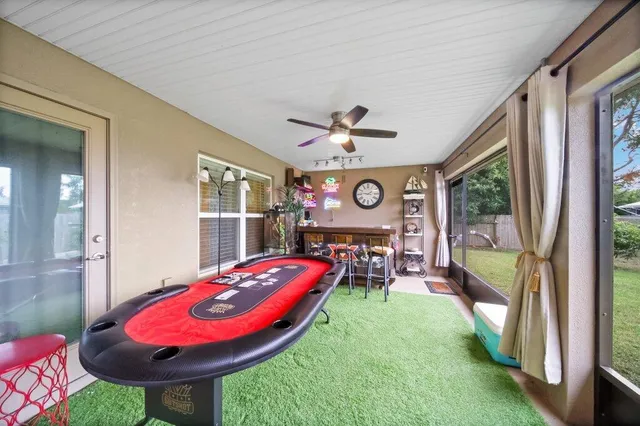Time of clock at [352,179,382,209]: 1:46
